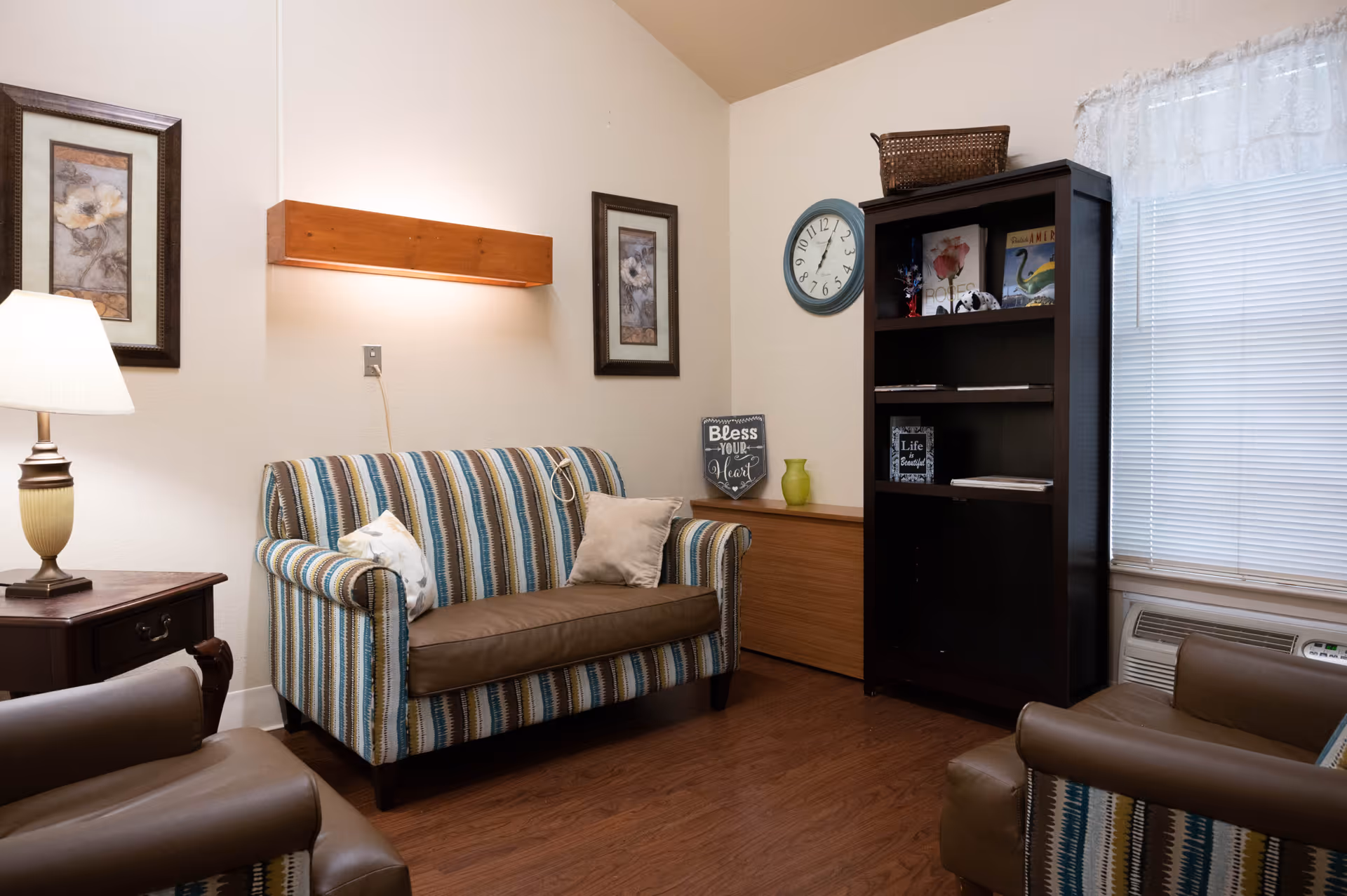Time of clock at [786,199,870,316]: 7:04
